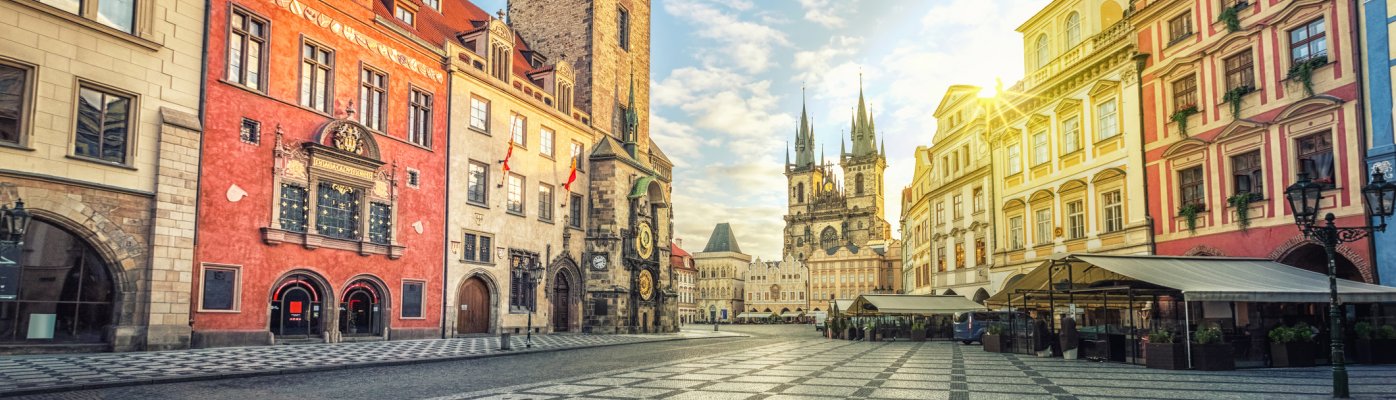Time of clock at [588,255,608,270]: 8:12
